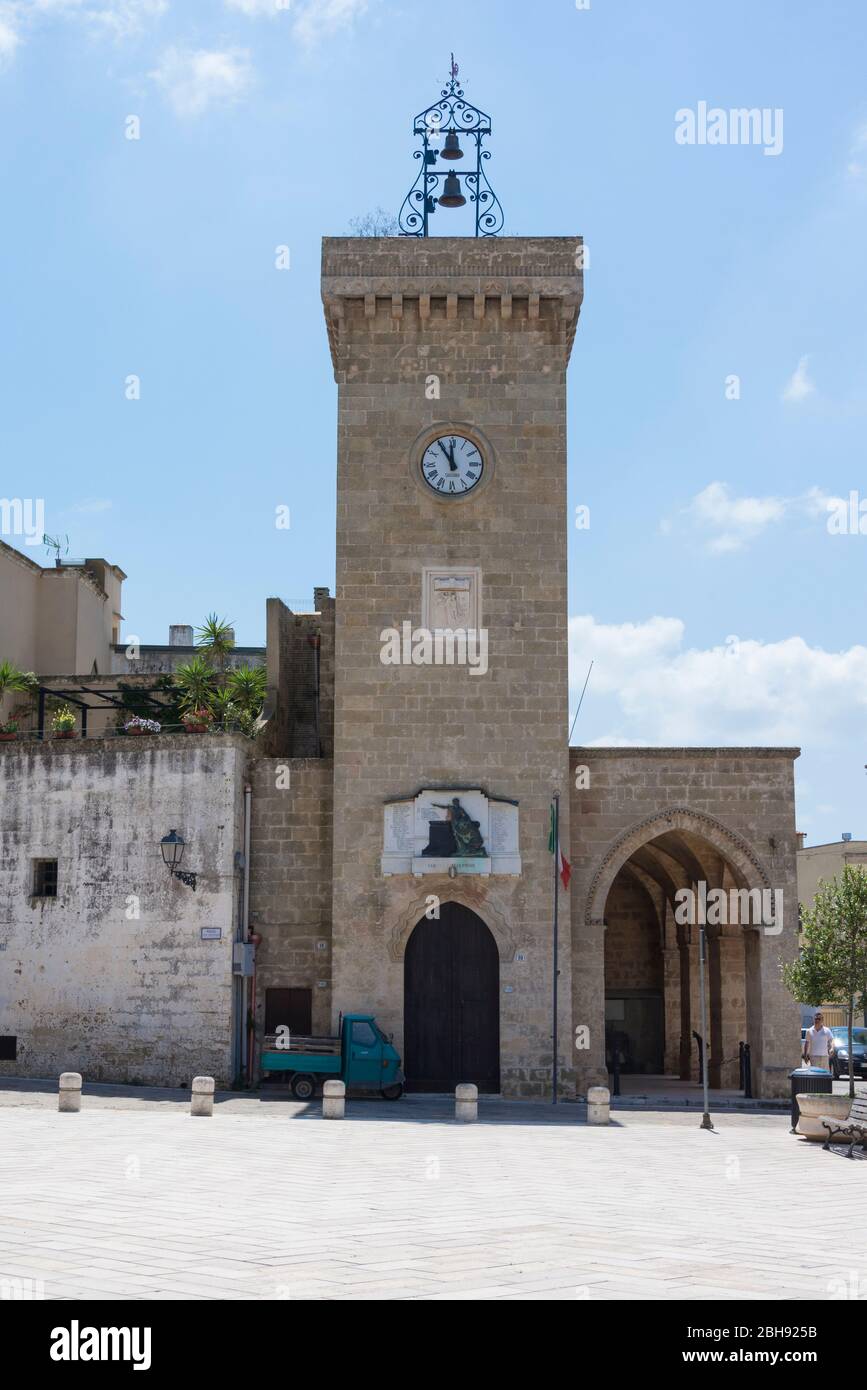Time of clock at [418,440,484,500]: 11:54
